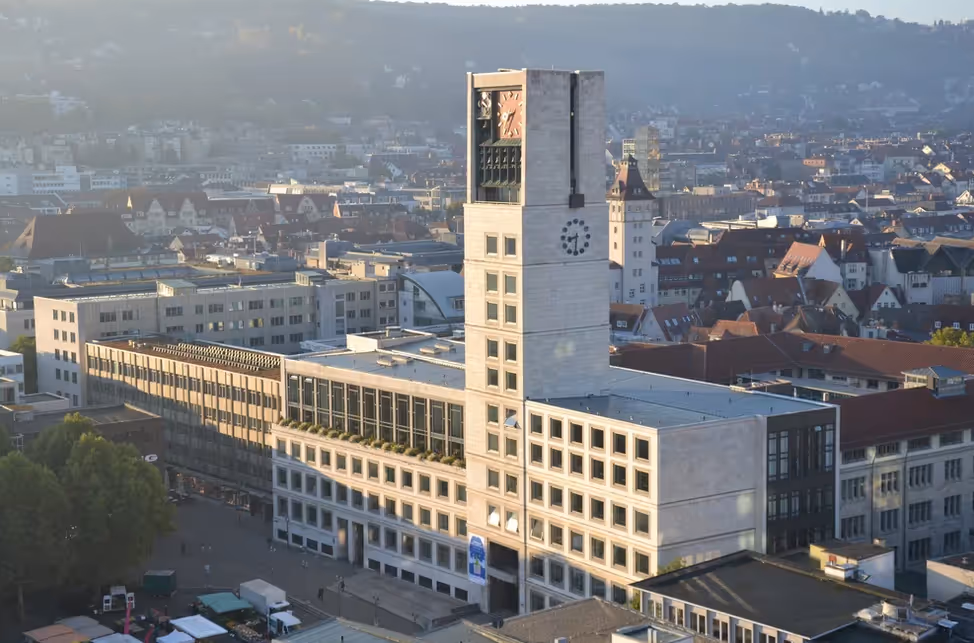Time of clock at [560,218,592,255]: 8:30
